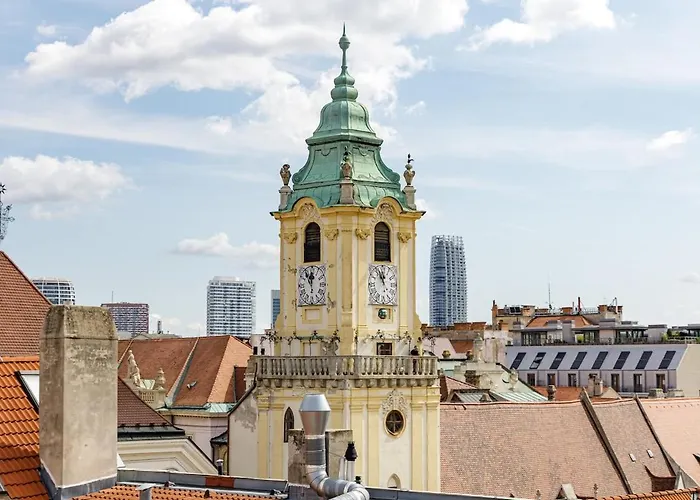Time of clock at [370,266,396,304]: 11:56
